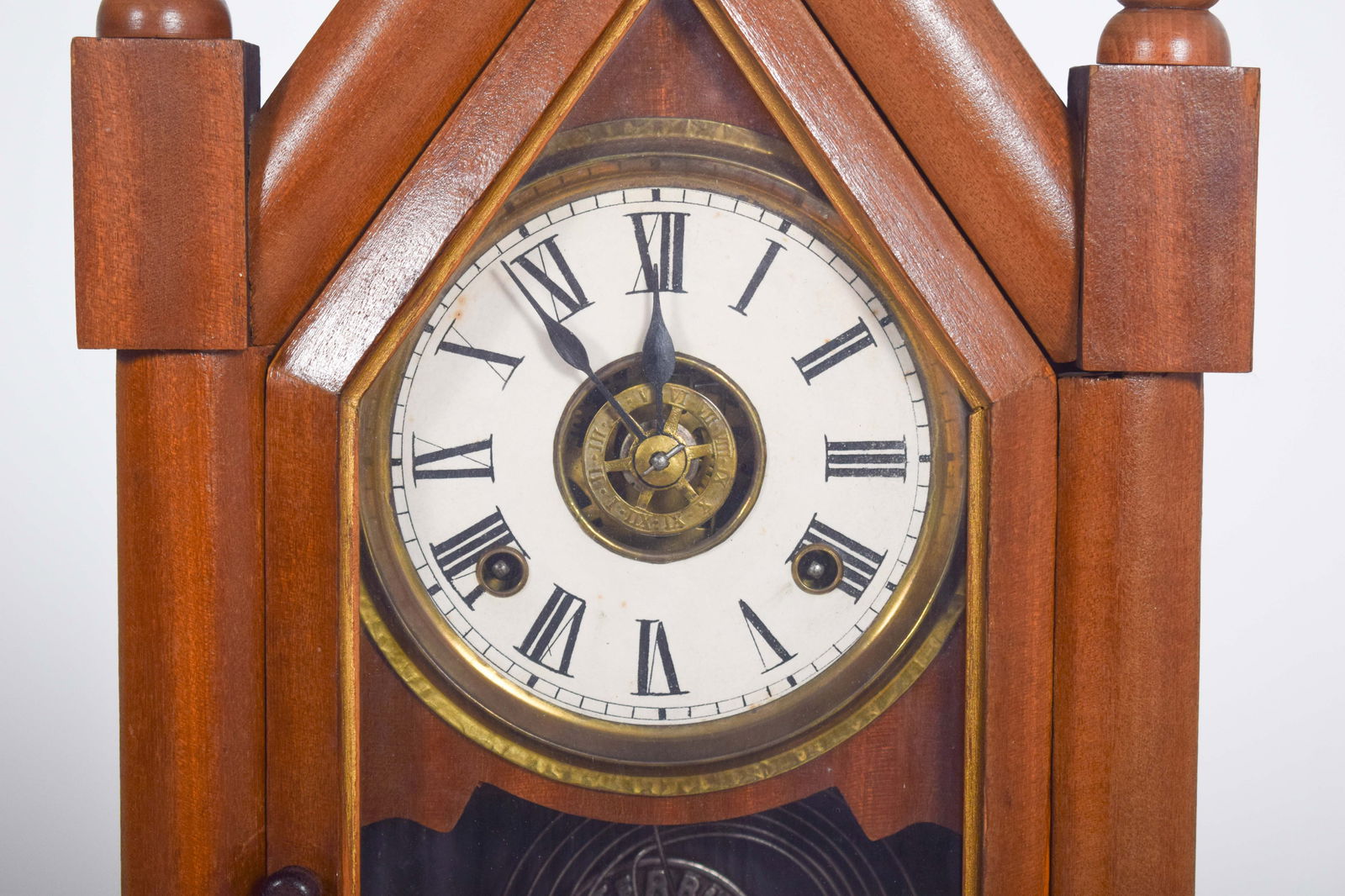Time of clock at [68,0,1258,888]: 11:53
